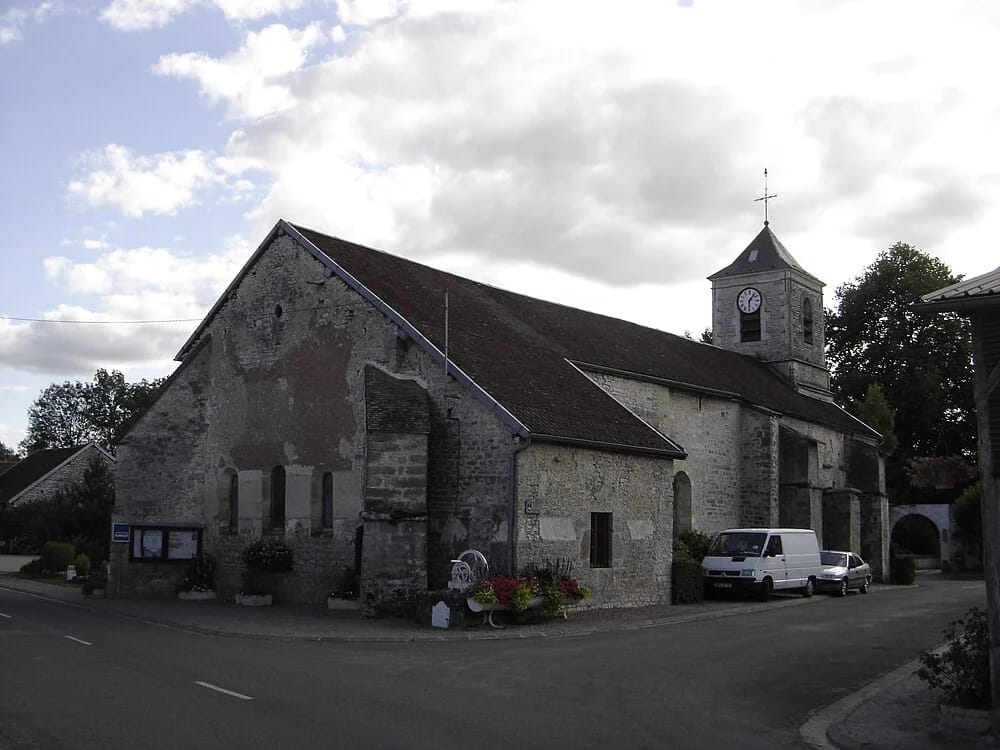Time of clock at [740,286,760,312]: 1:29
